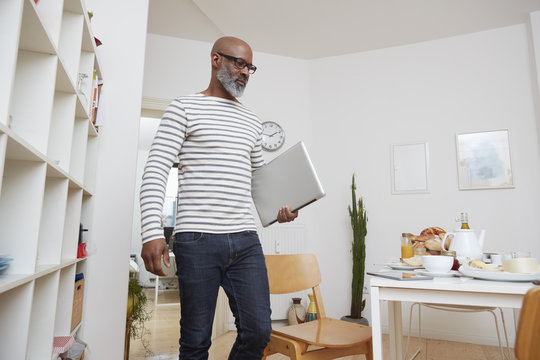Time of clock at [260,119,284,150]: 1:46
